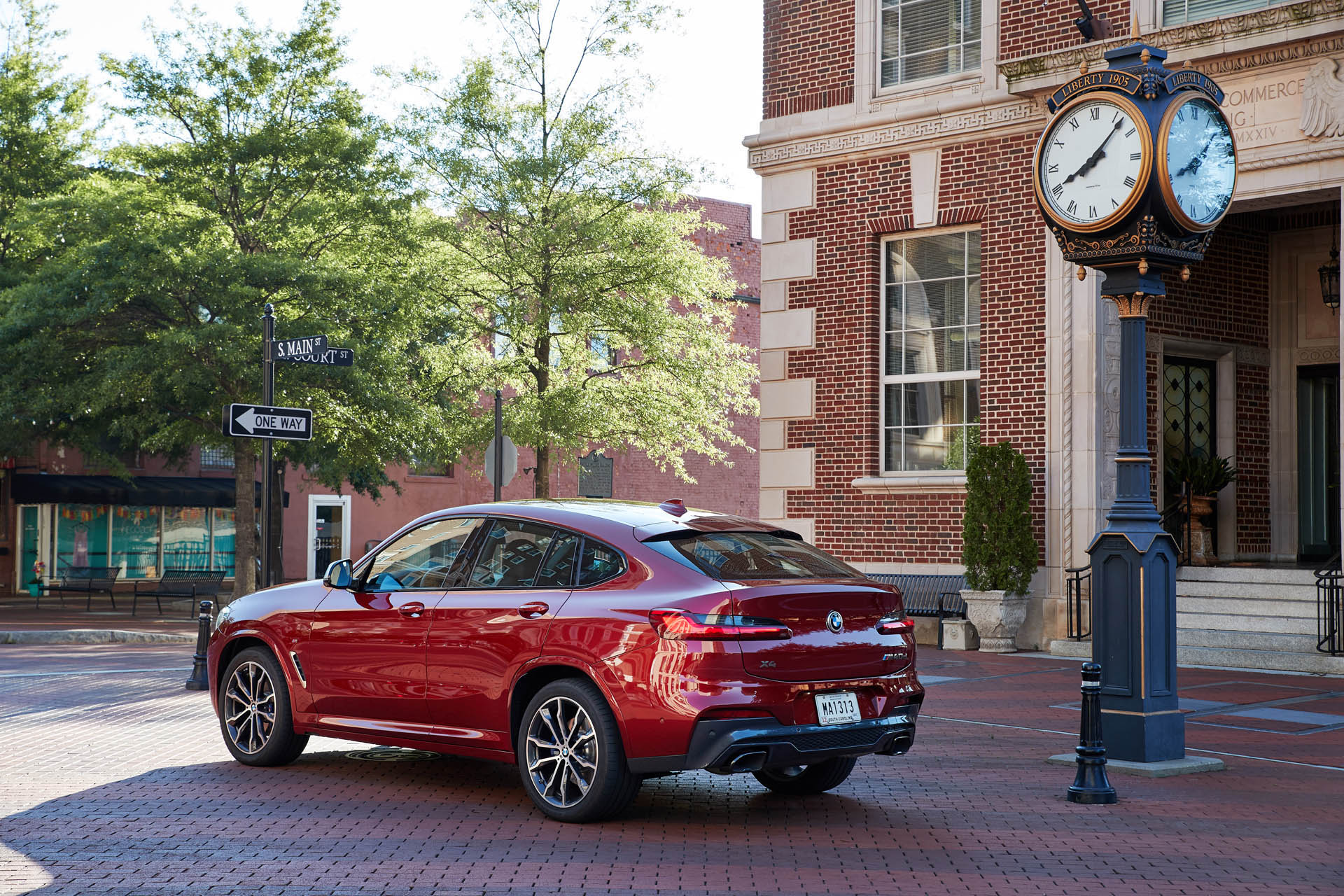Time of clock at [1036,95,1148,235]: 8:07
